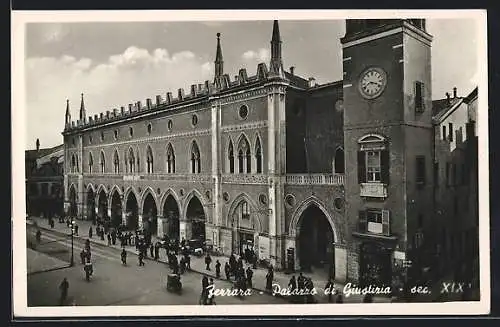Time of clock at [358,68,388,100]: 8:18
